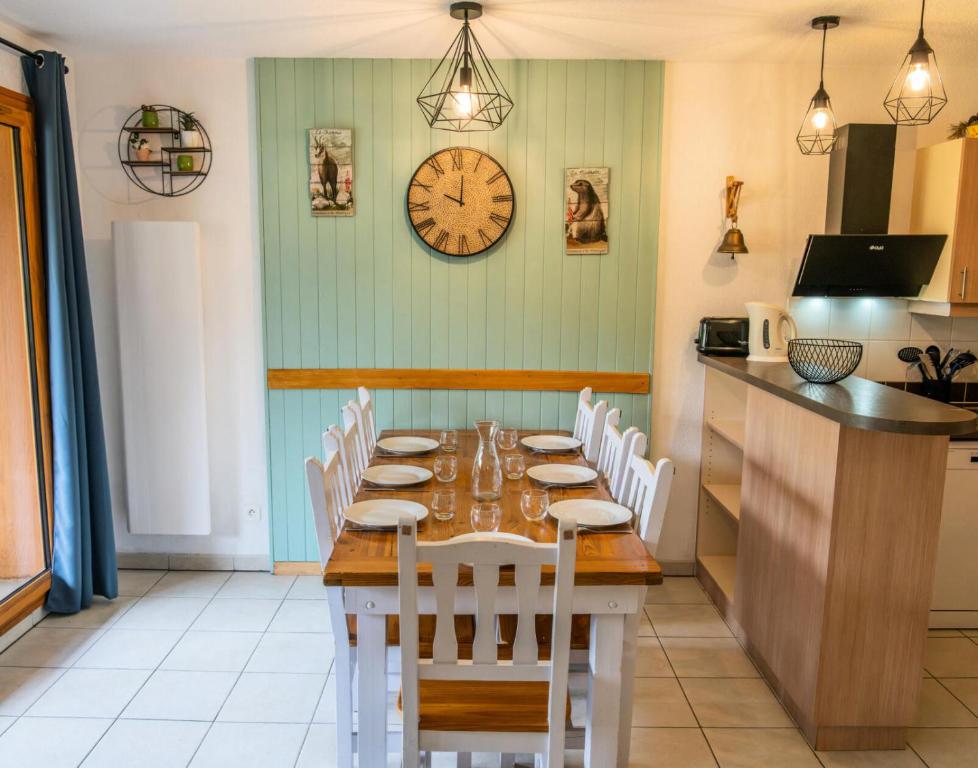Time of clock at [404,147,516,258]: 10:01
